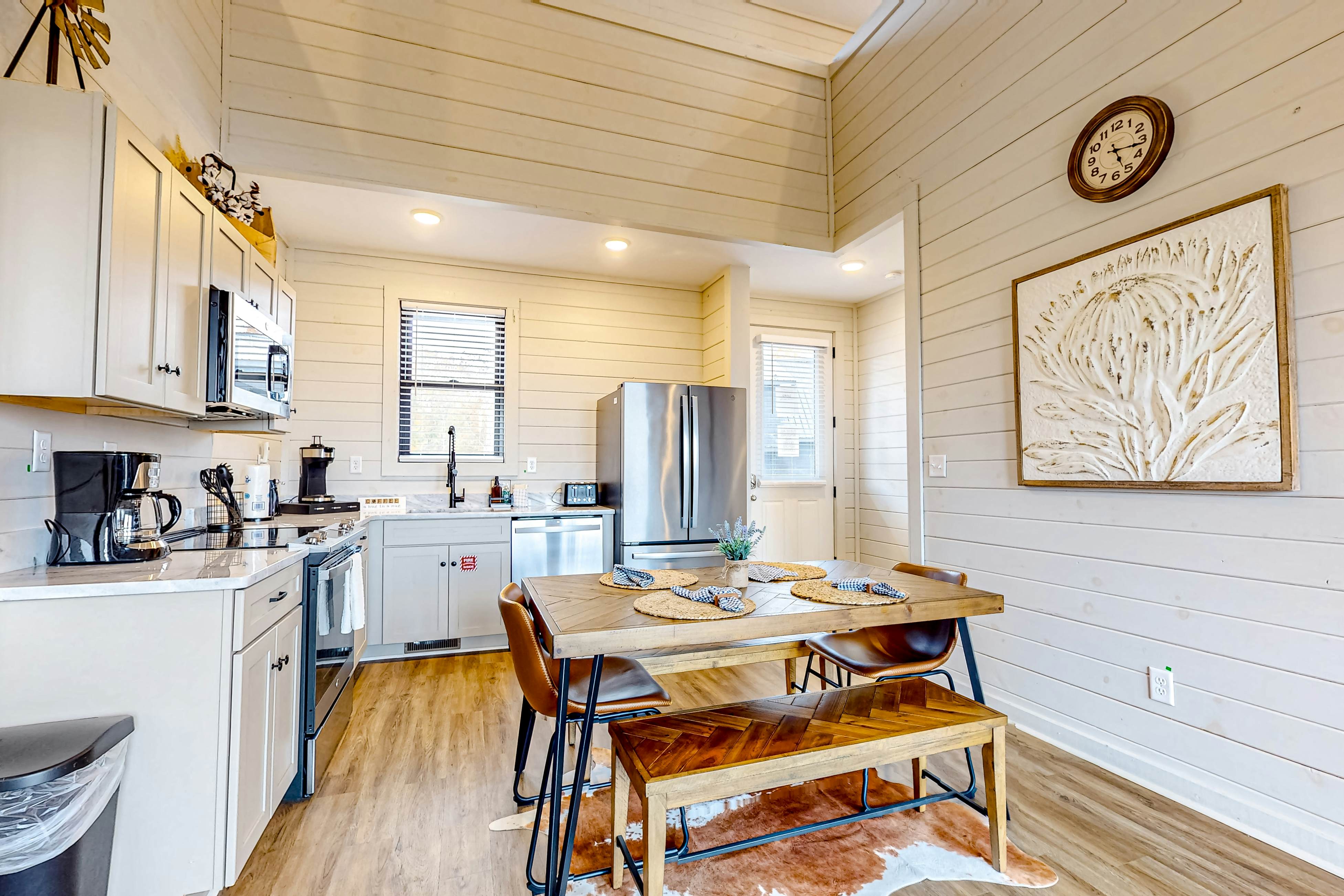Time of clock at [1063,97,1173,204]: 5:16
